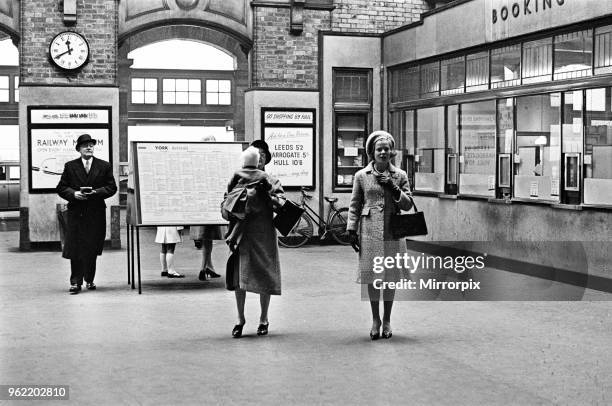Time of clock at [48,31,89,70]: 11:40
